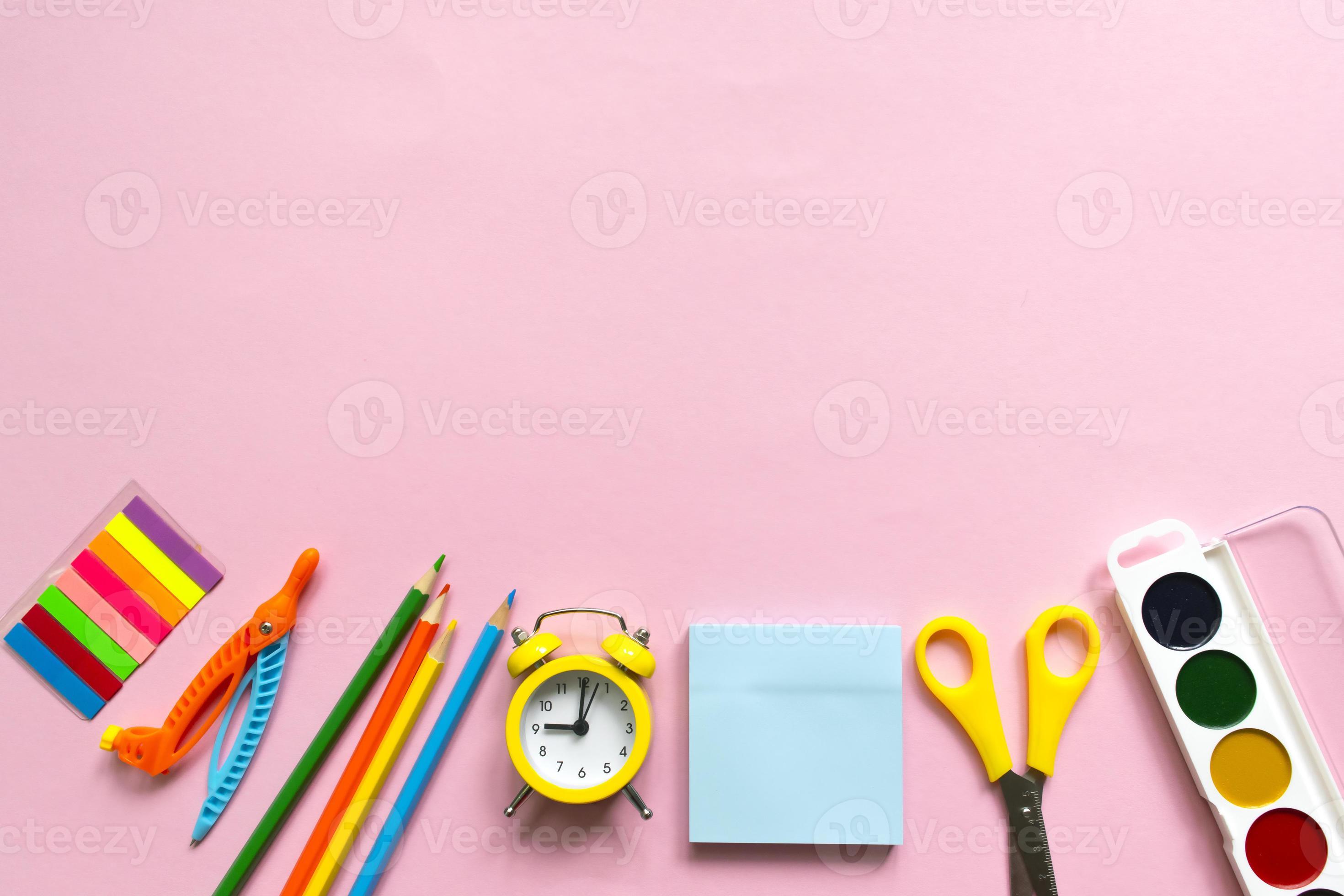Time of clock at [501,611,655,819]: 9:01
